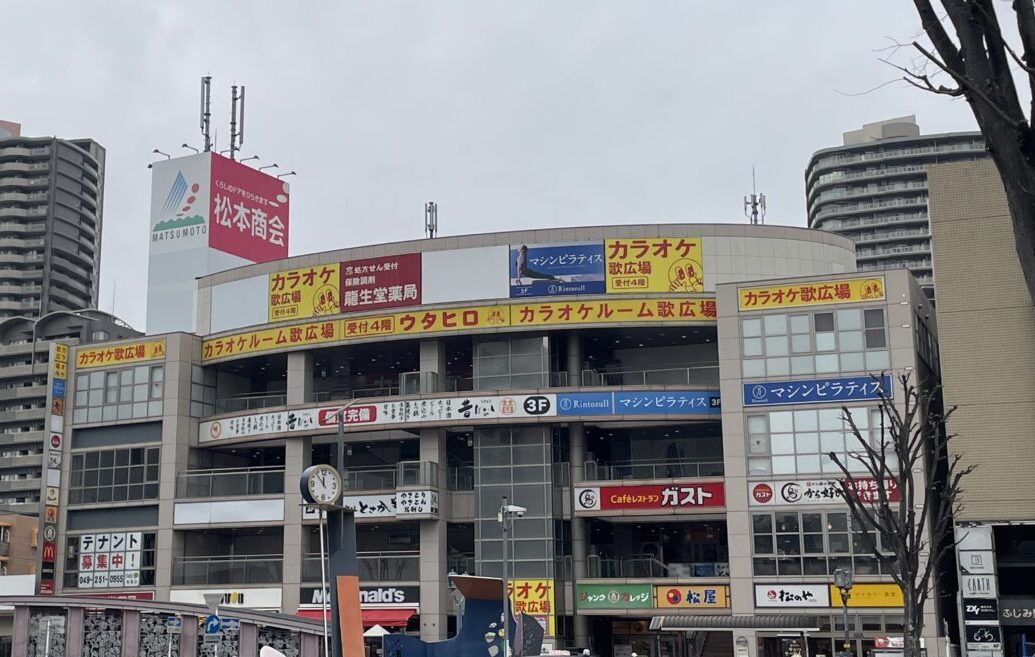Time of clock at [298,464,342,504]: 11:53
